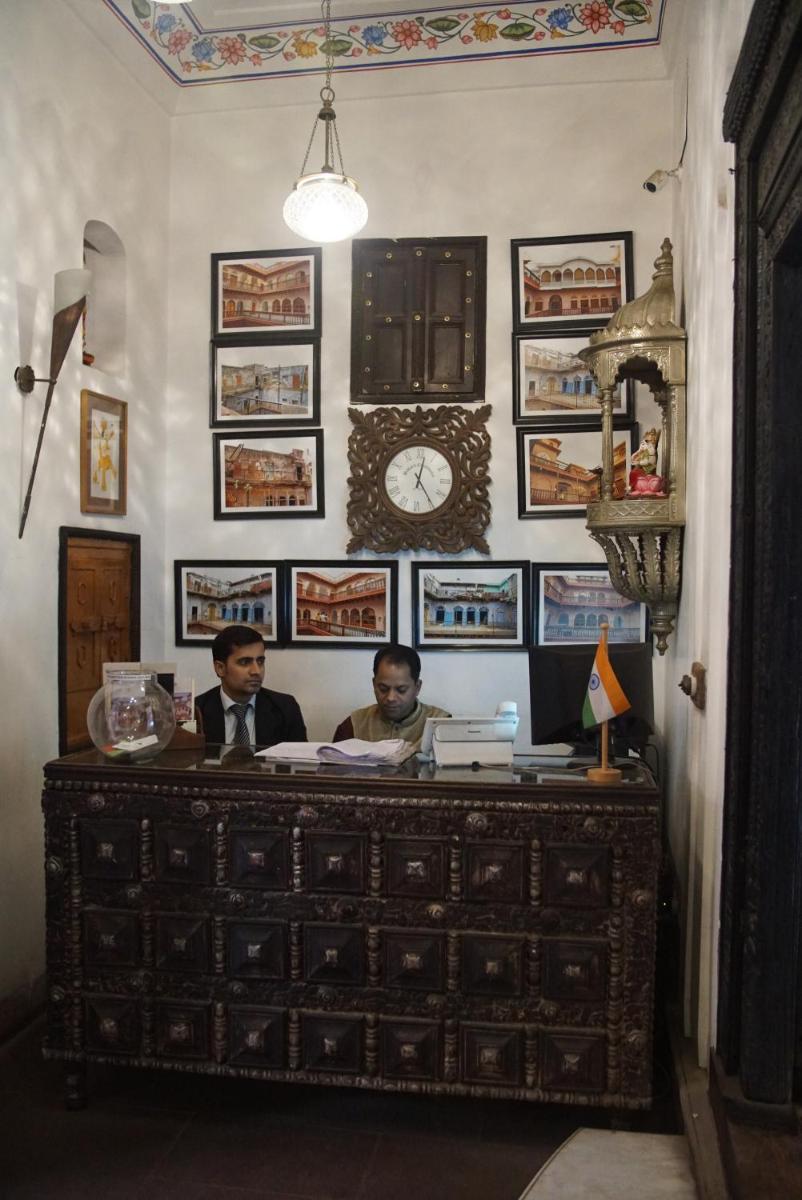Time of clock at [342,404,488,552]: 12:24
